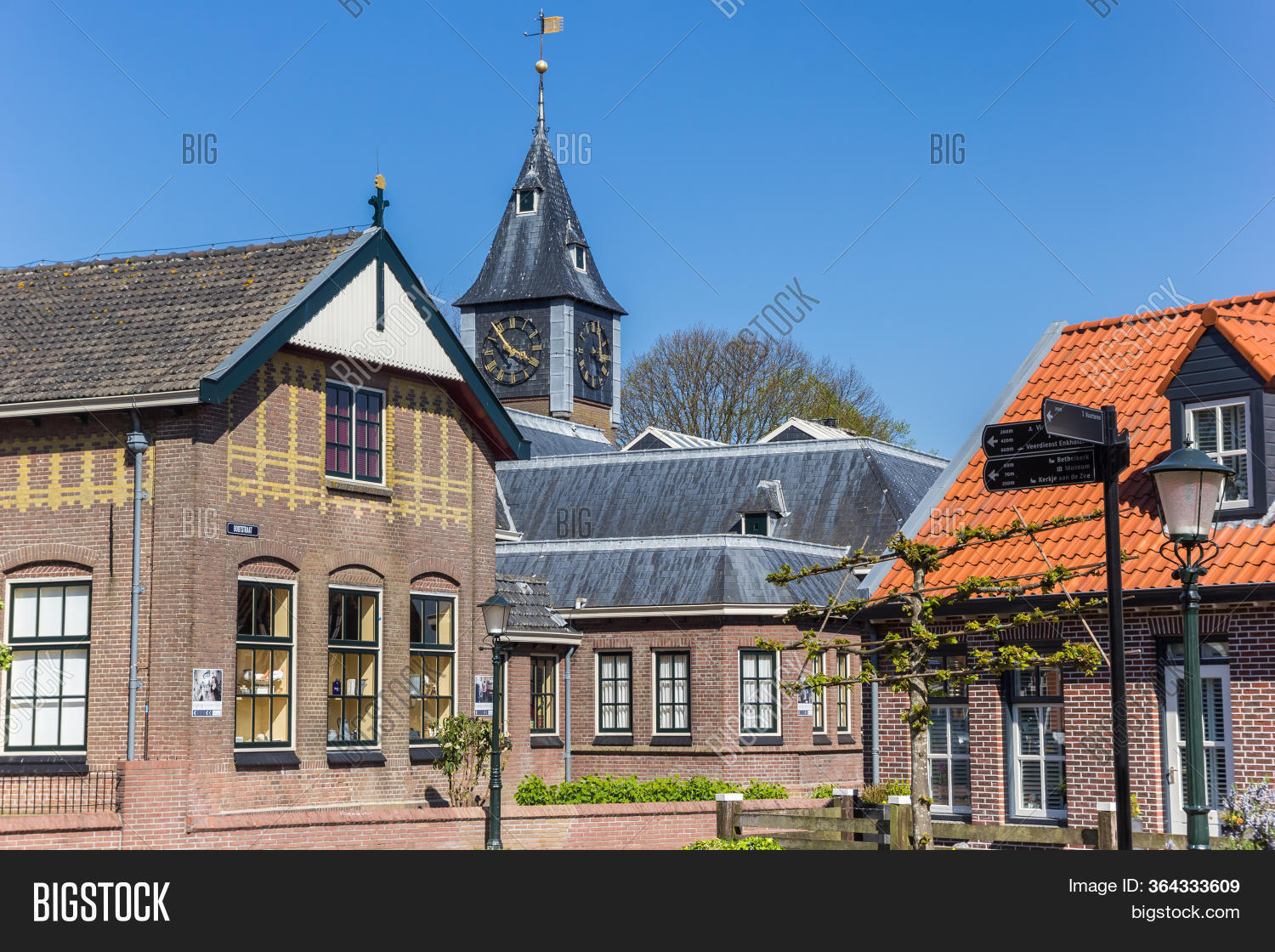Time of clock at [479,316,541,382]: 3:53
